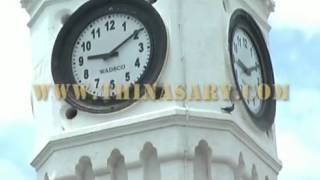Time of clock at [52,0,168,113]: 9:09
